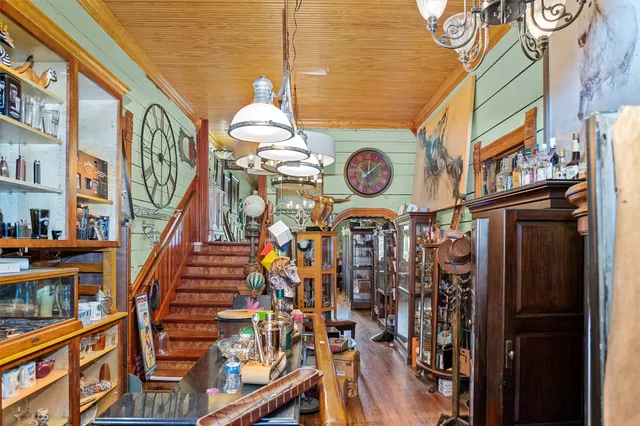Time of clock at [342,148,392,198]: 12:08
